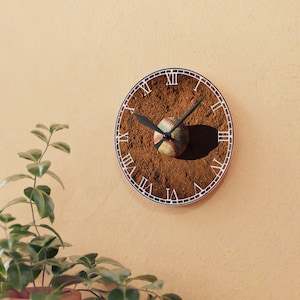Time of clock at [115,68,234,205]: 10:07
